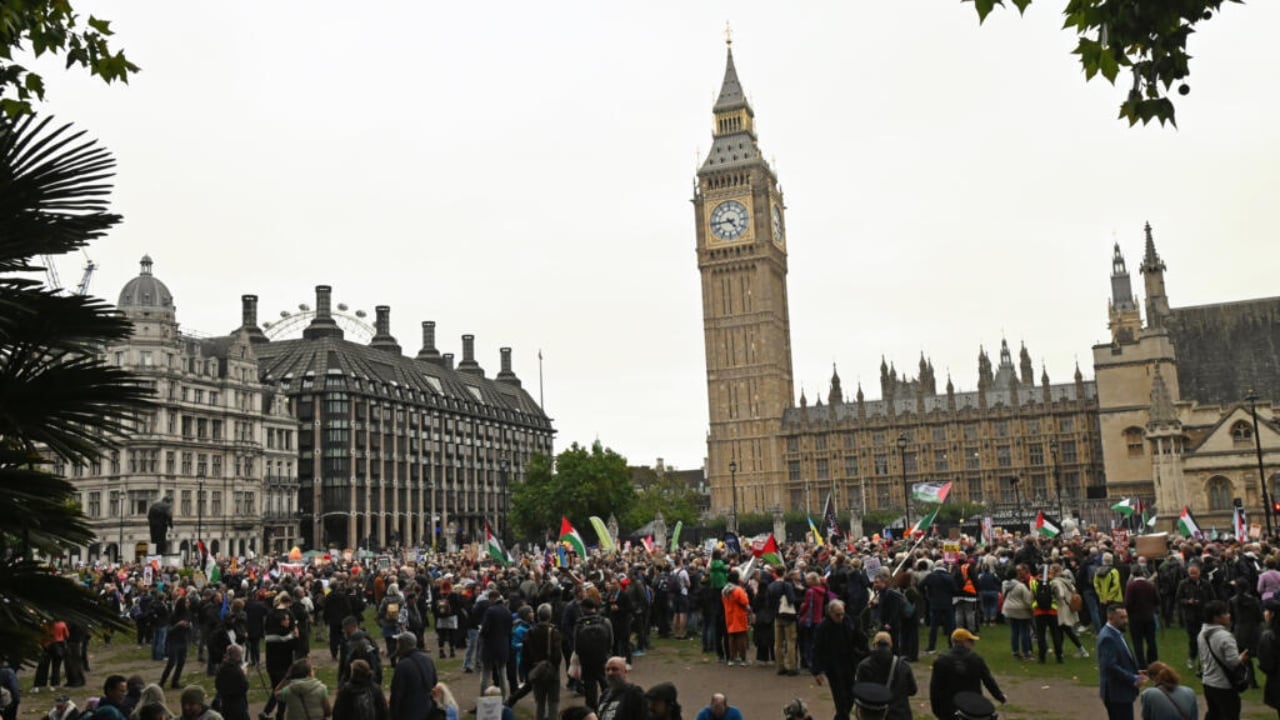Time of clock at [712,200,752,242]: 4:44
